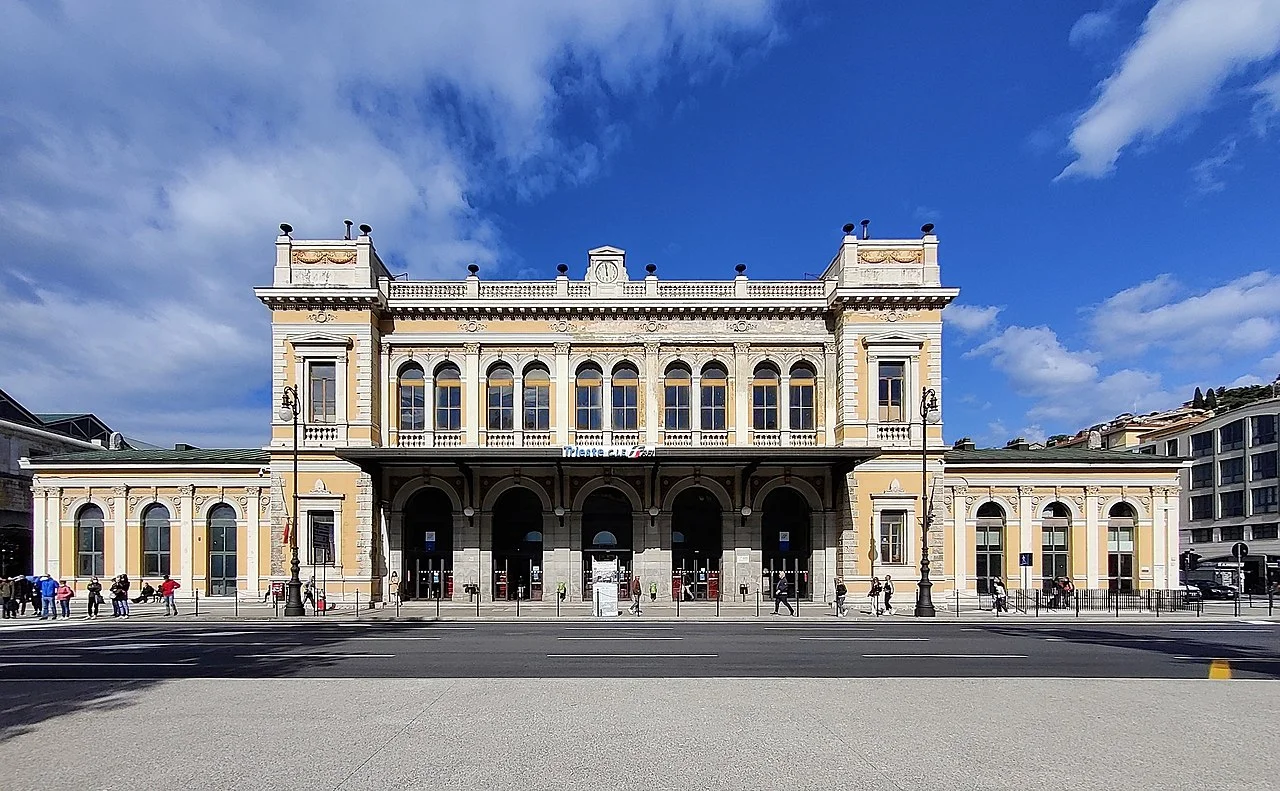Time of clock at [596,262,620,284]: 5:59
